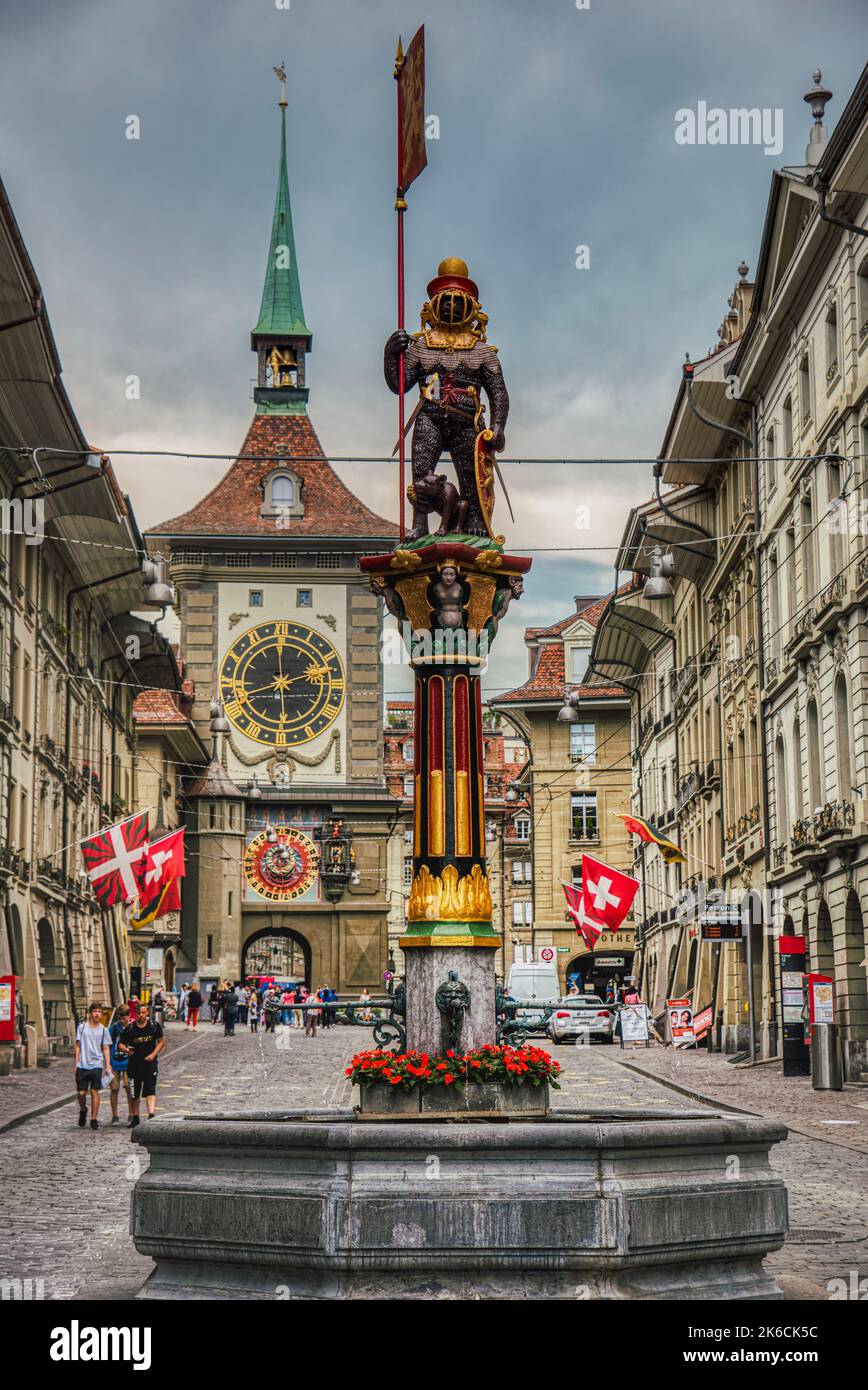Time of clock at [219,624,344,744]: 2:29
